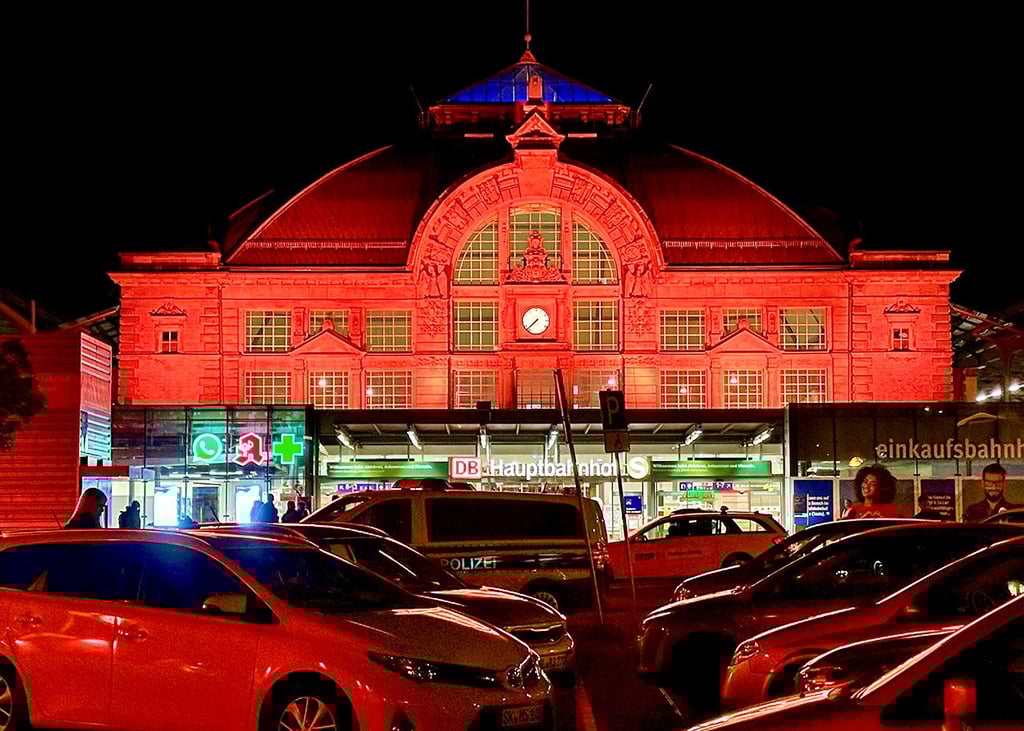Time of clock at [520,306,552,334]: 7:37
